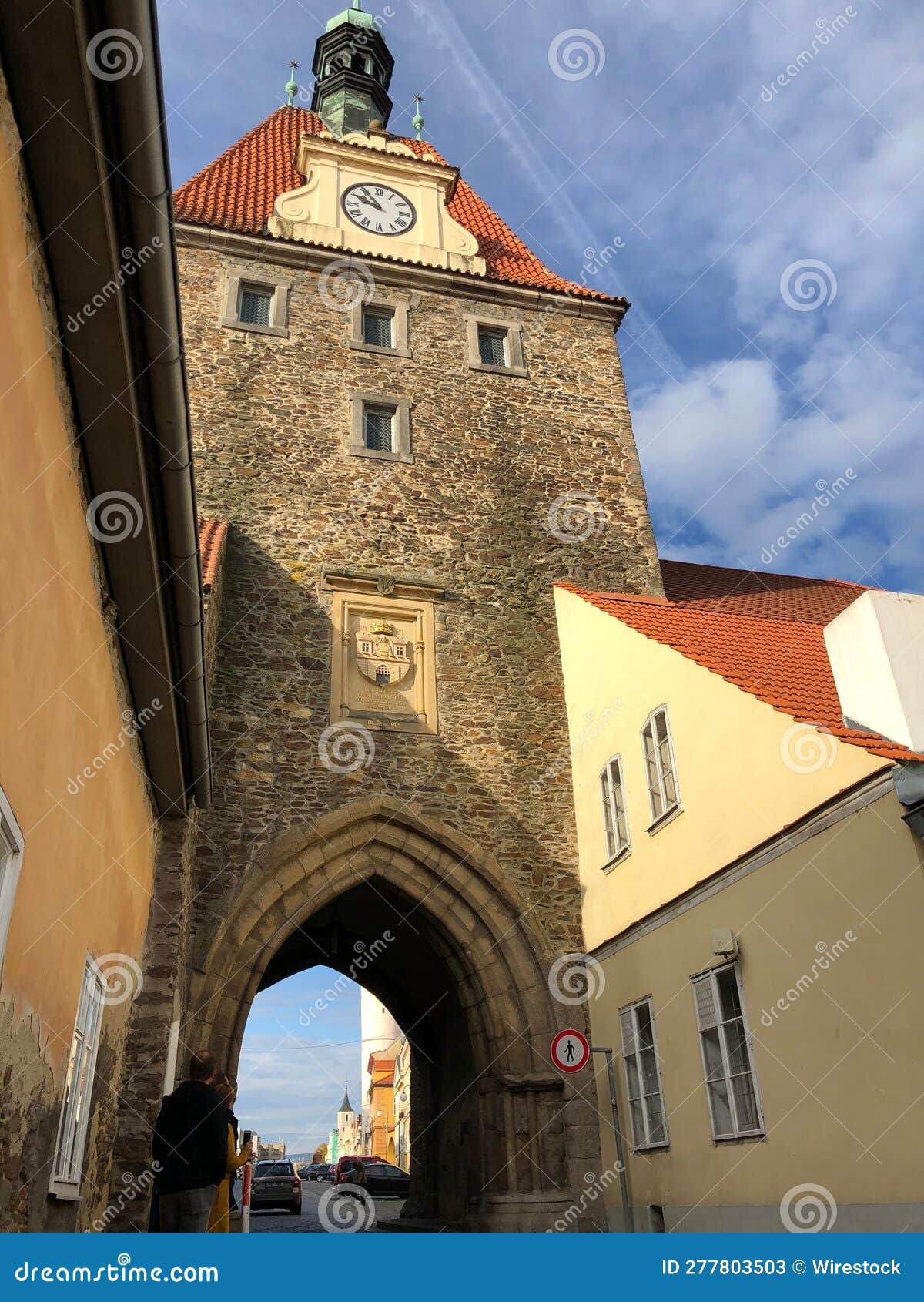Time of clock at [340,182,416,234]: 9:54
